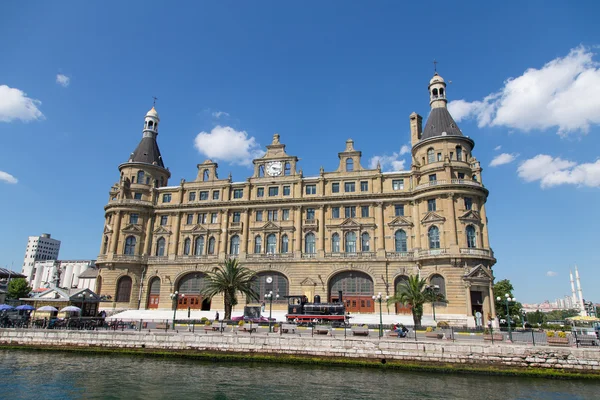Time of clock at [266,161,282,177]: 4:17
